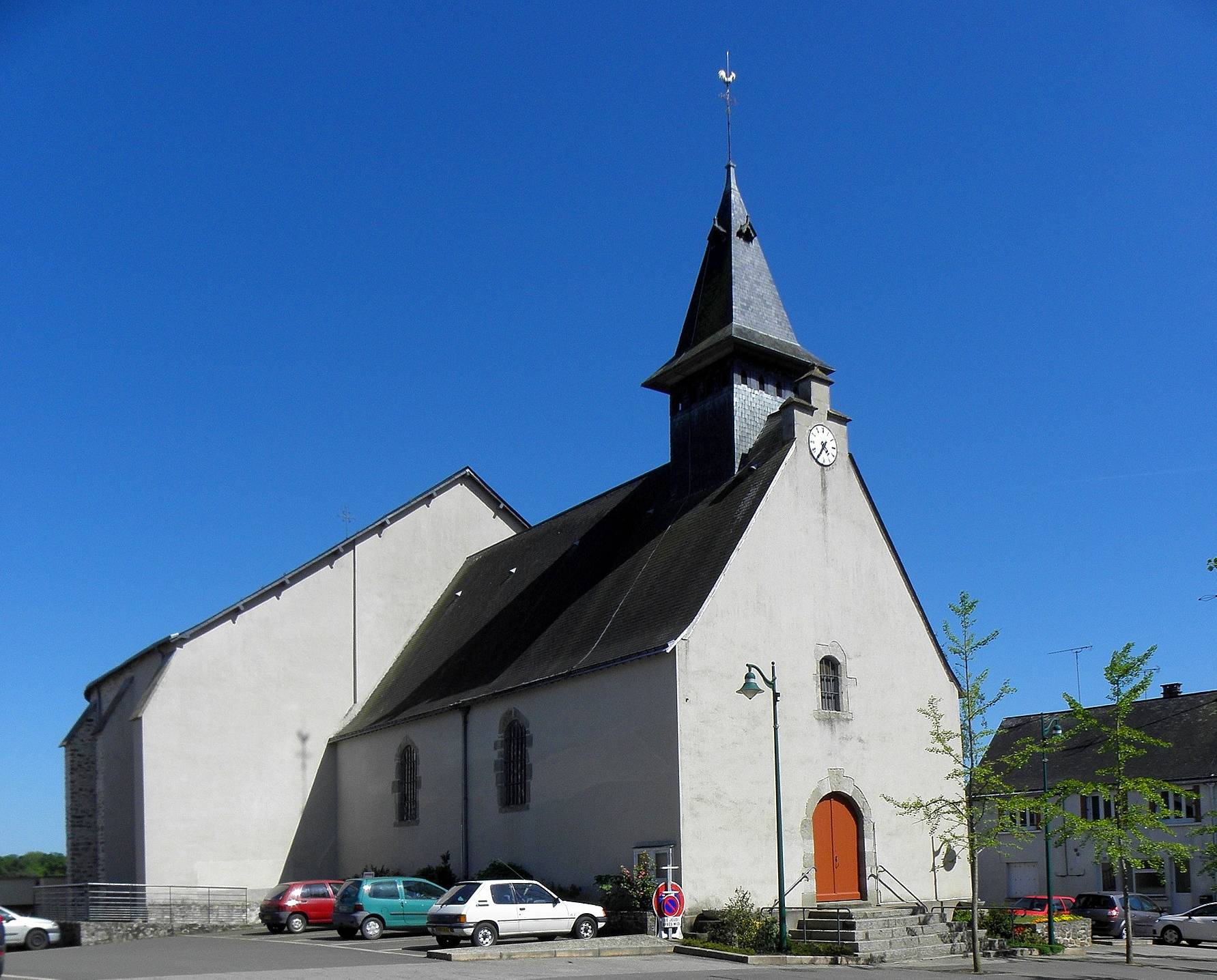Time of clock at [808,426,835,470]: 4:35
